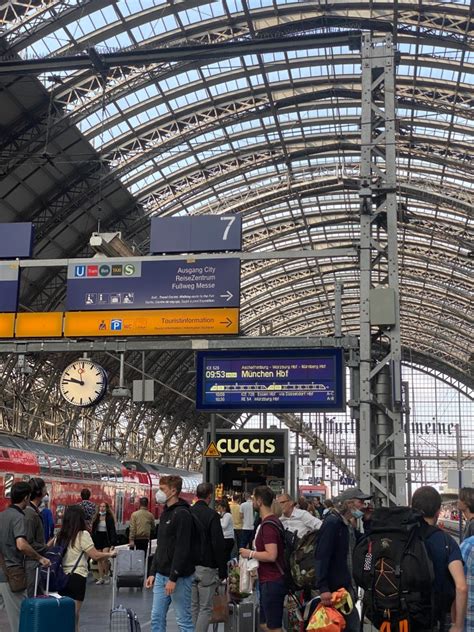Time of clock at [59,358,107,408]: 9:46
